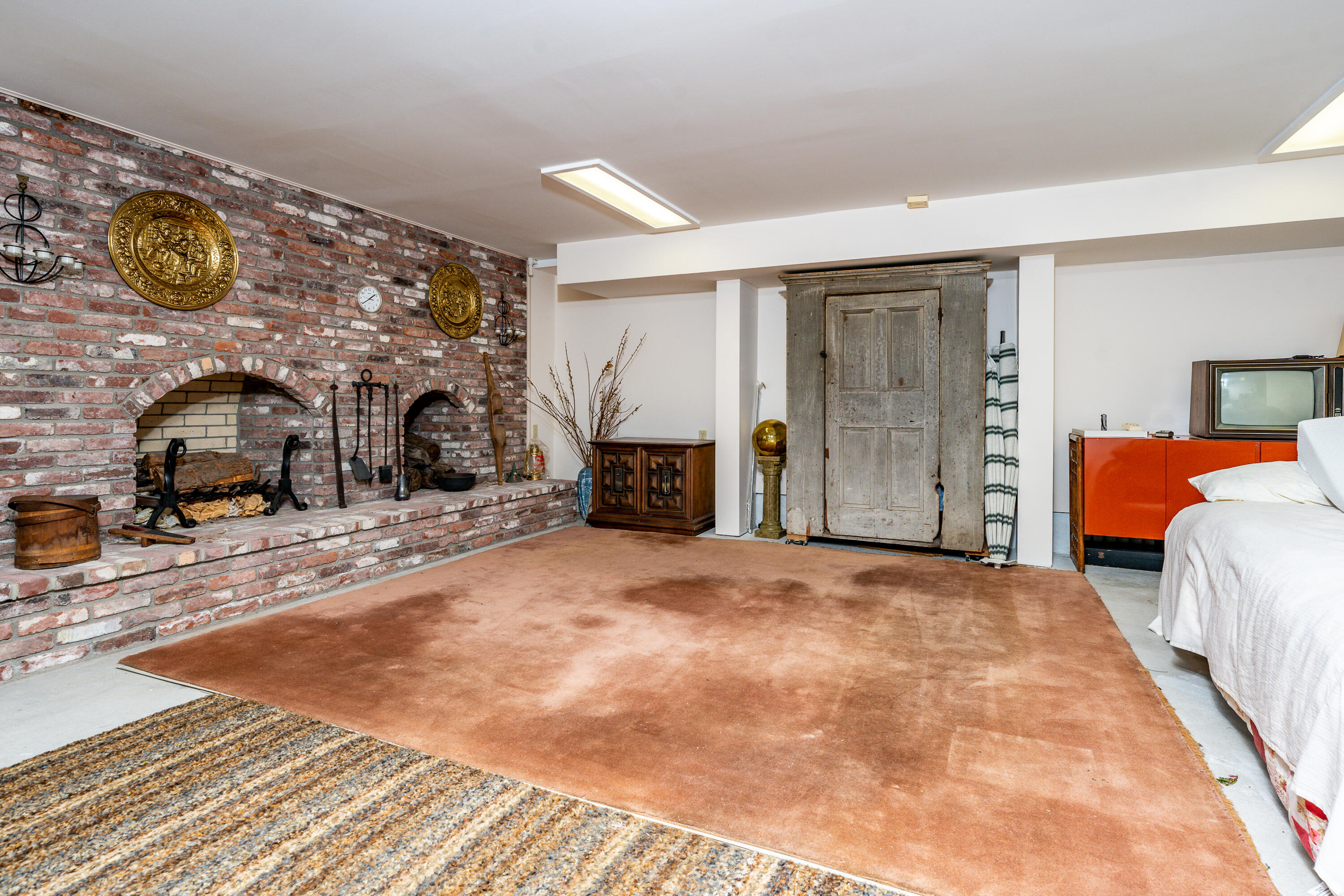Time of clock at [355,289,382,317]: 1:39
